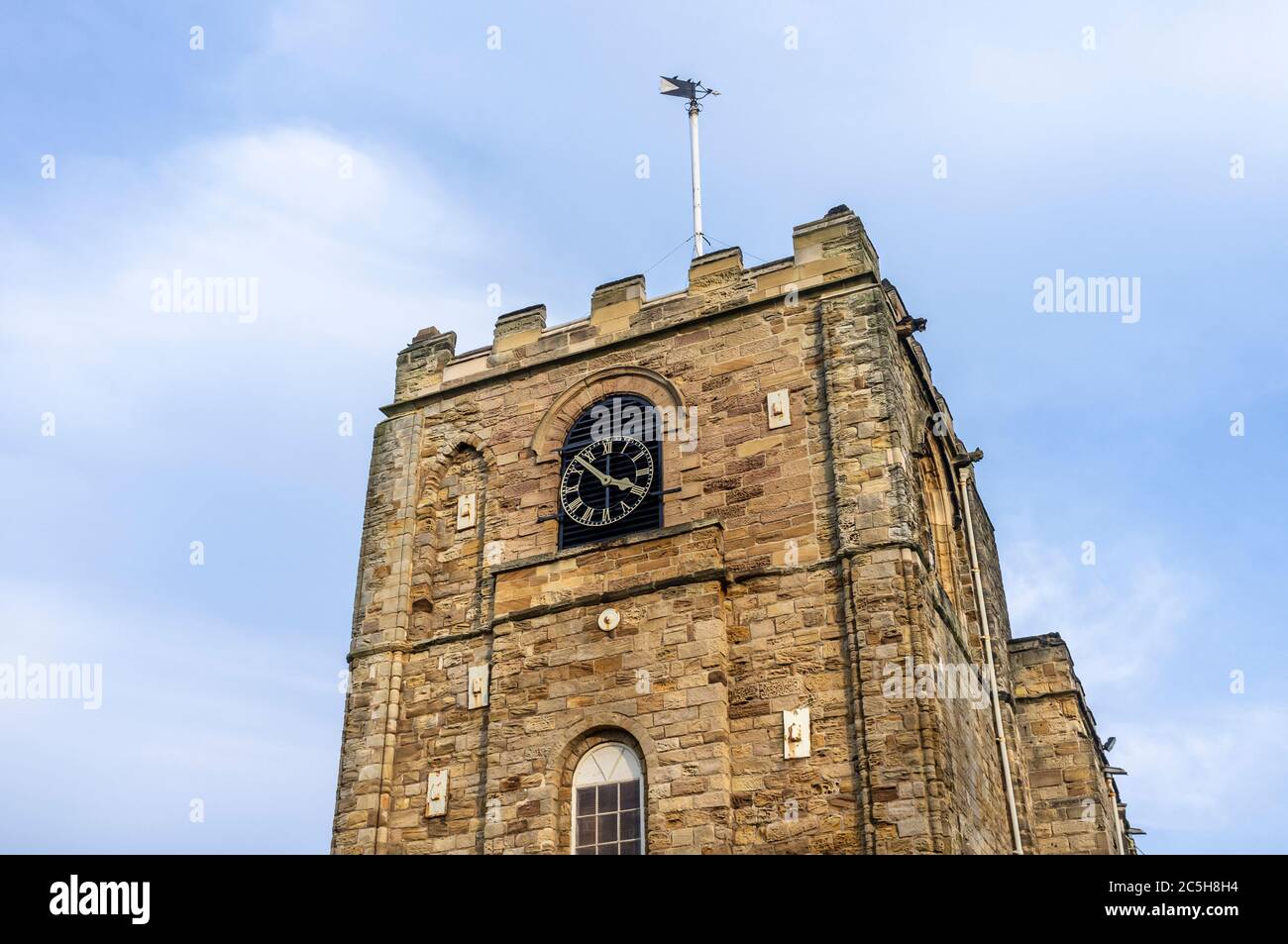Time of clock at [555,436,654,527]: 3:52
